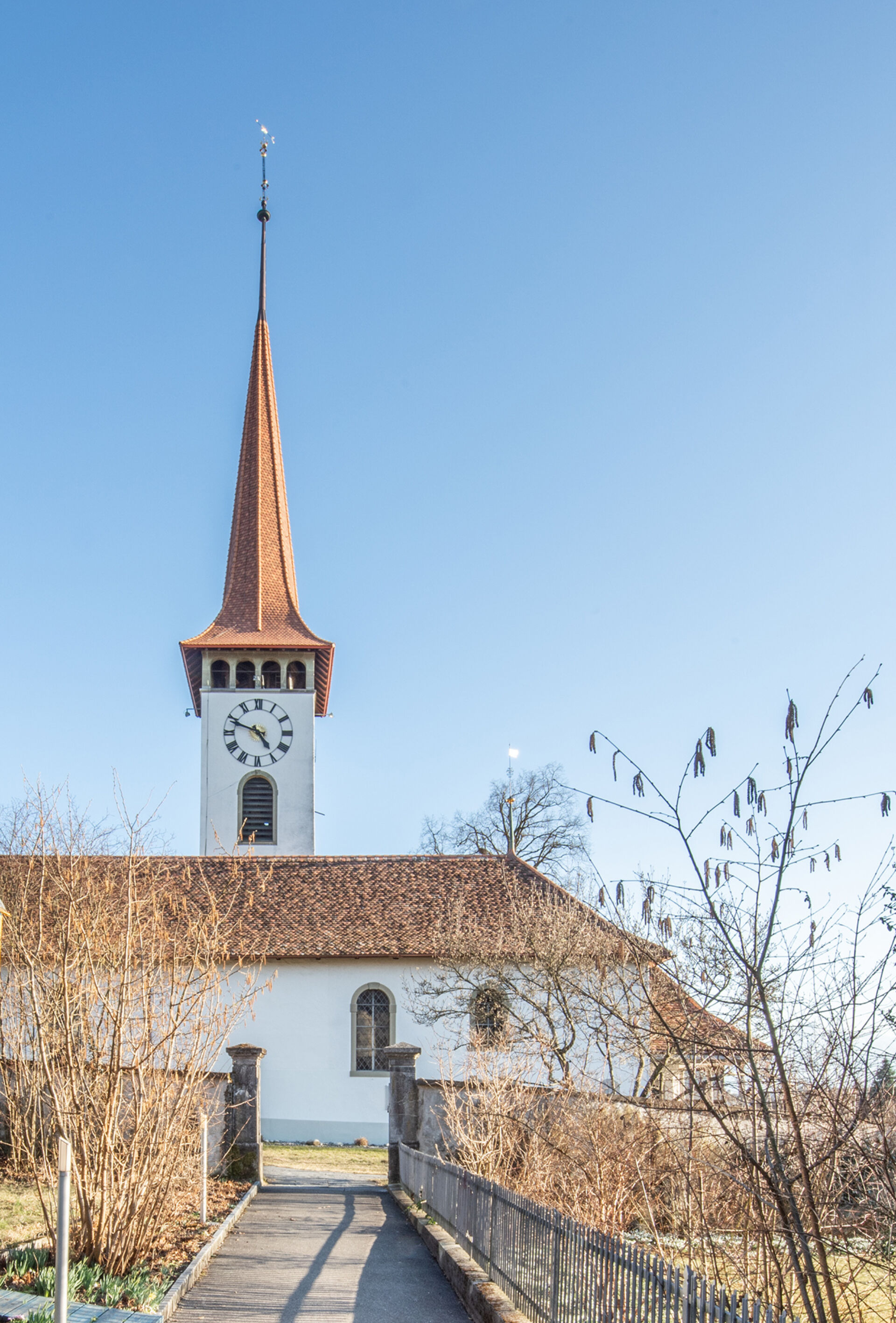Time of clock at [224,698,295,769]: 4:48
